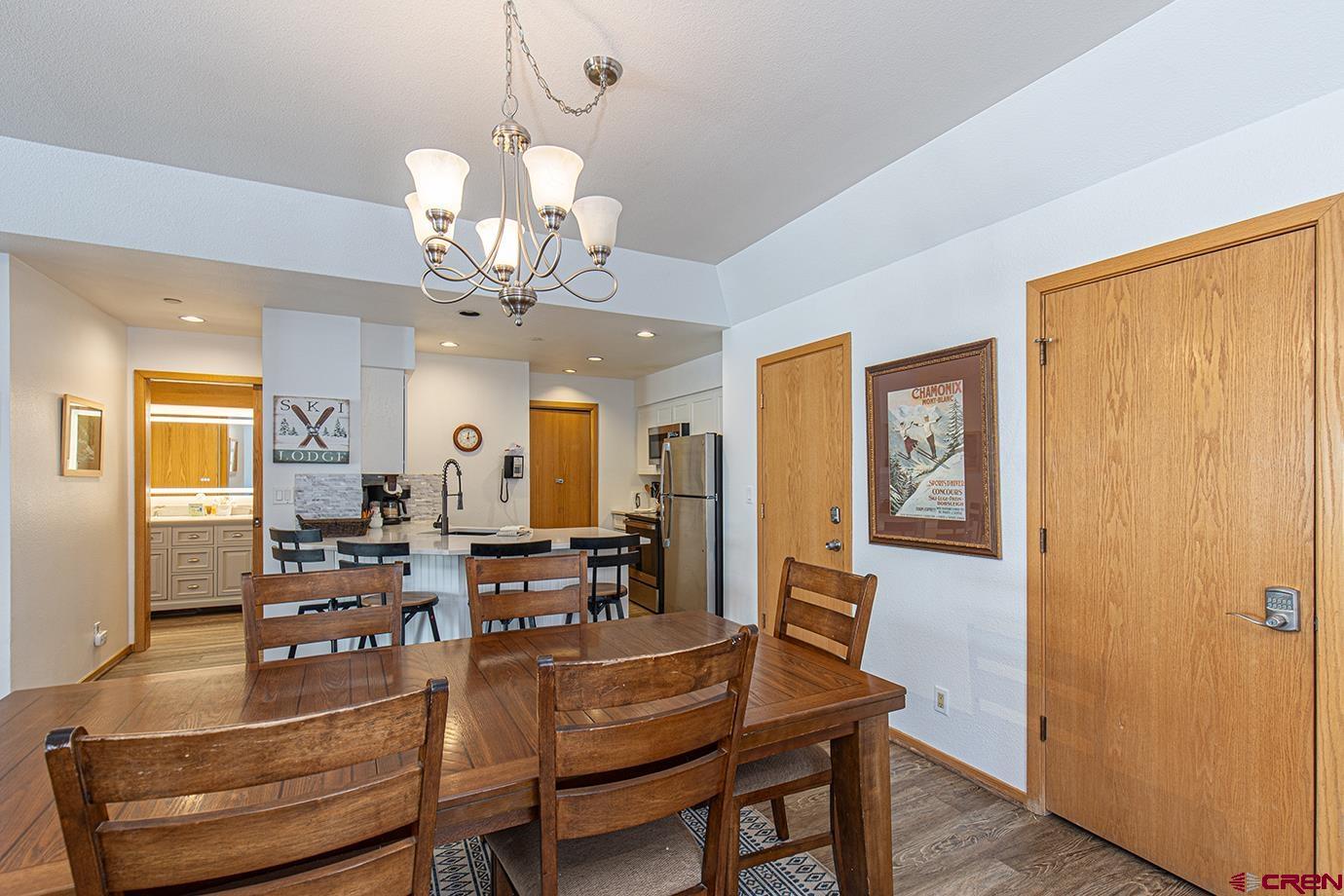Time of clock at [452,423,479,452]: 12:12
